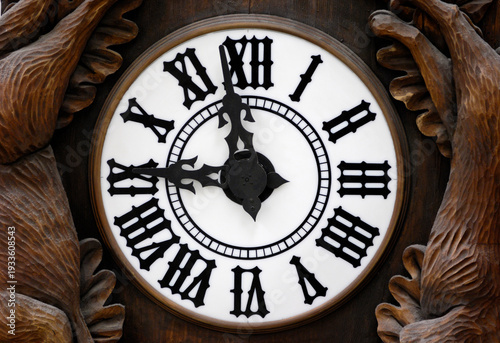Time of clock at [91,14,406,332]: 11:45
